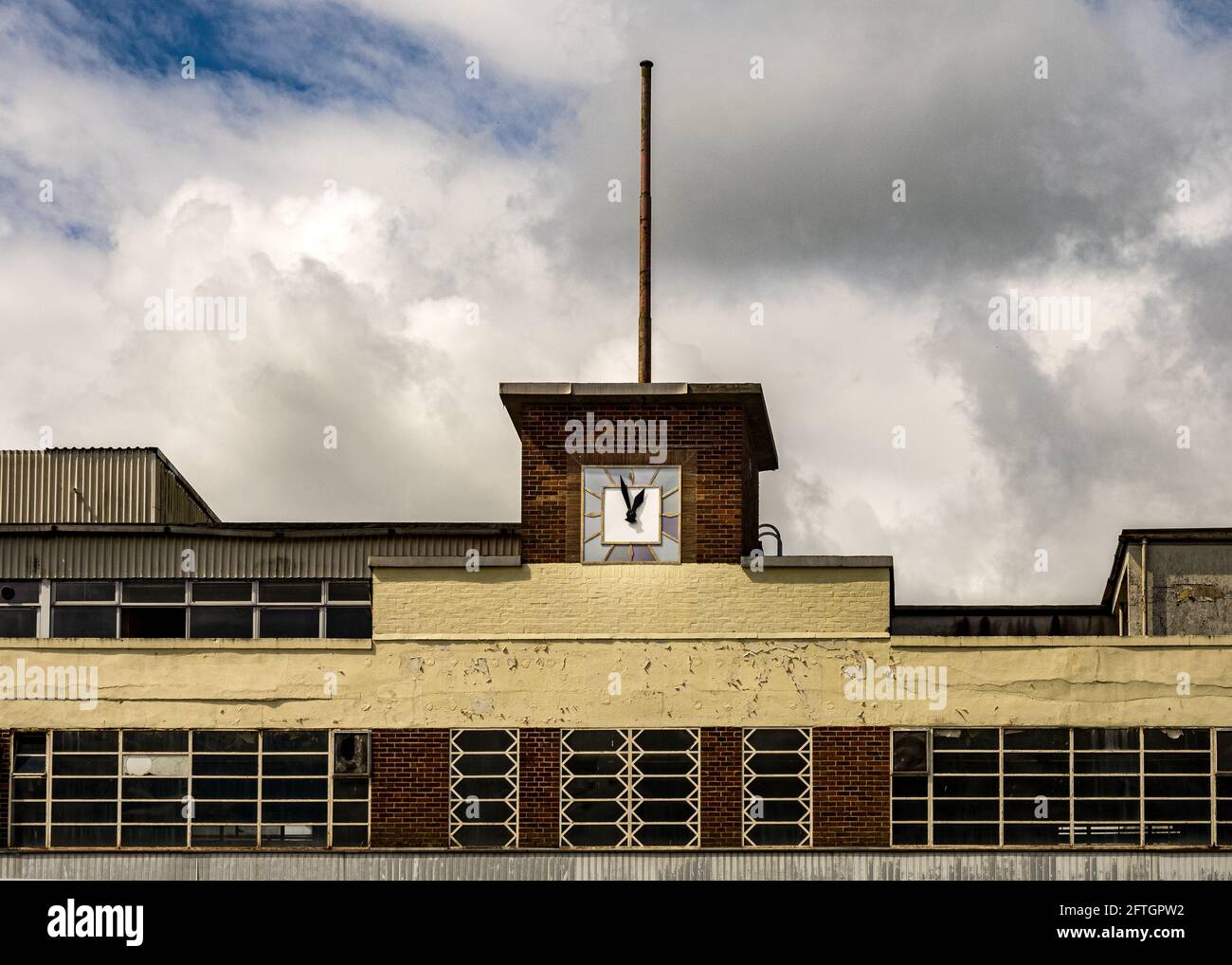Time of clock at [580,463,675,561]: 12:57
